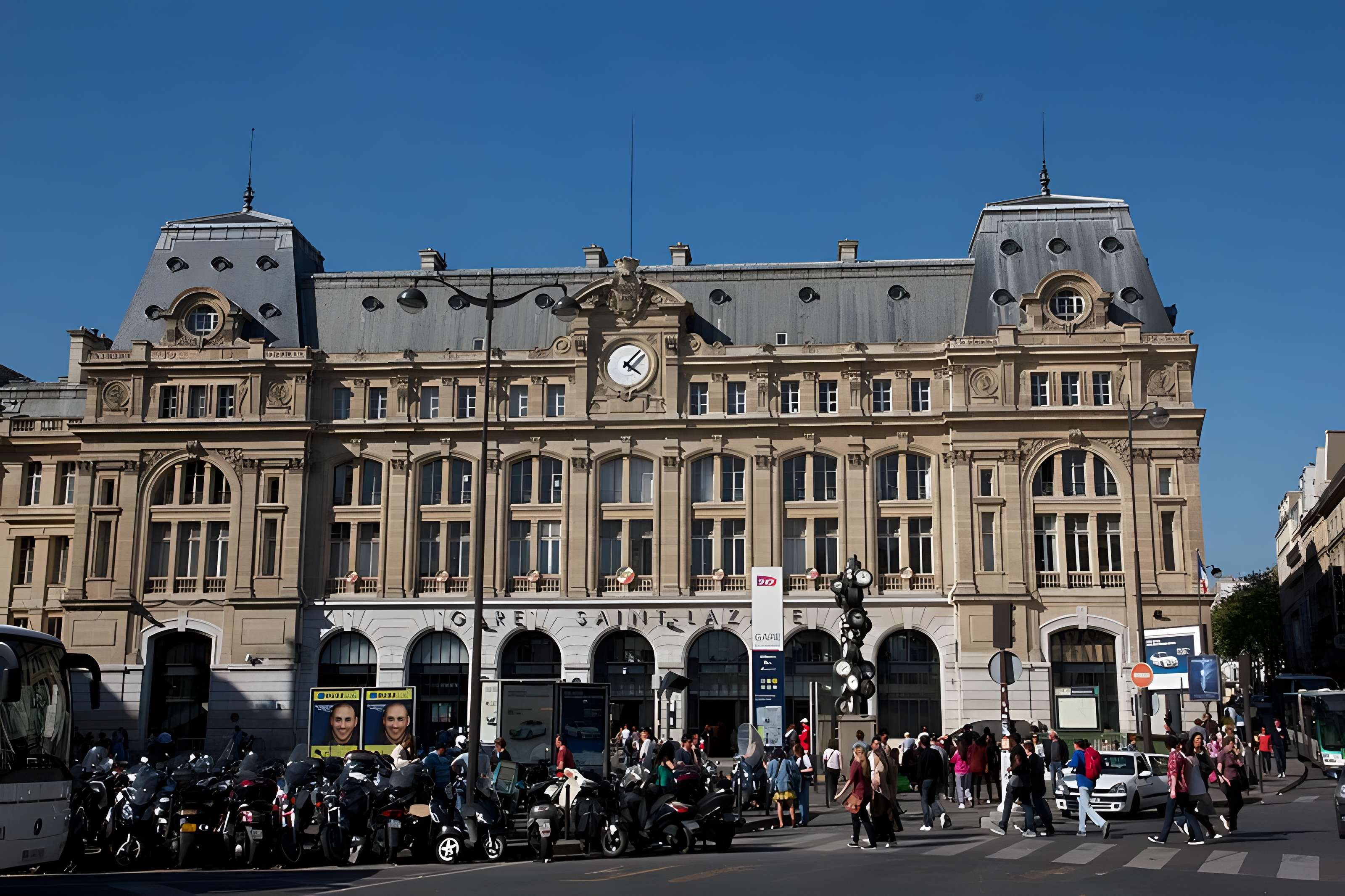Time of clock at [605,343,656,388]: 4:07
